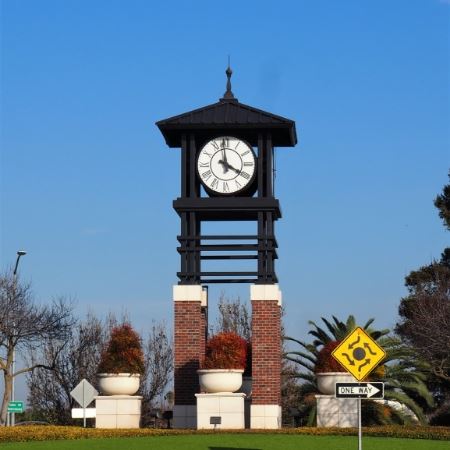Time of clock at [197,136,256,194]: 3:58
